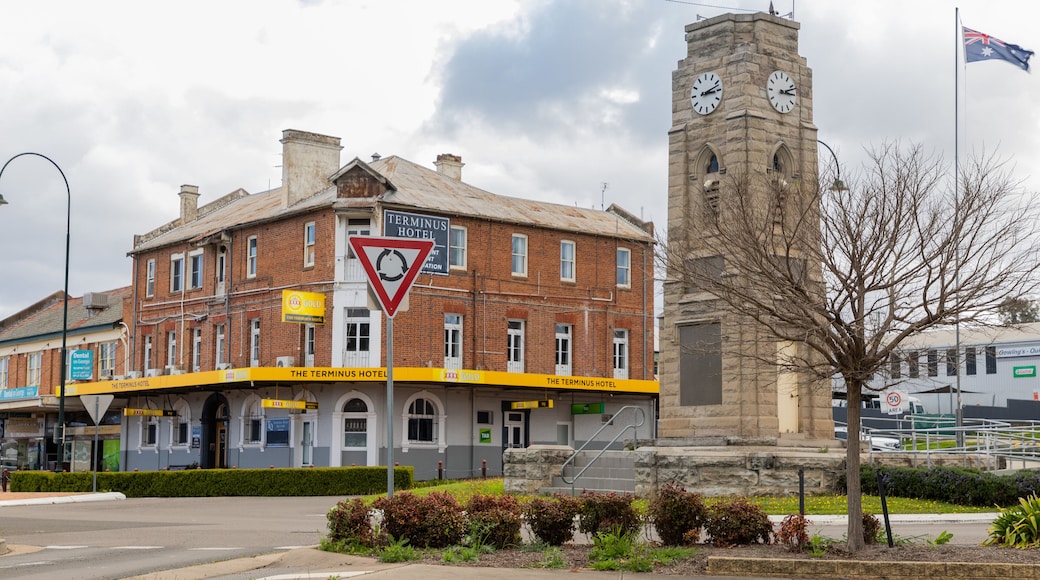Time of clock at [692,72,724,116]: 3:12
